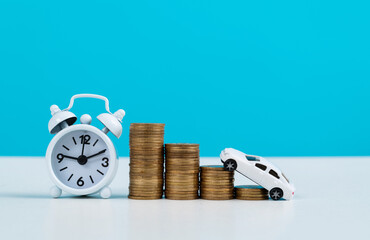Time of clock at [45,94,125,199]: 9:10
